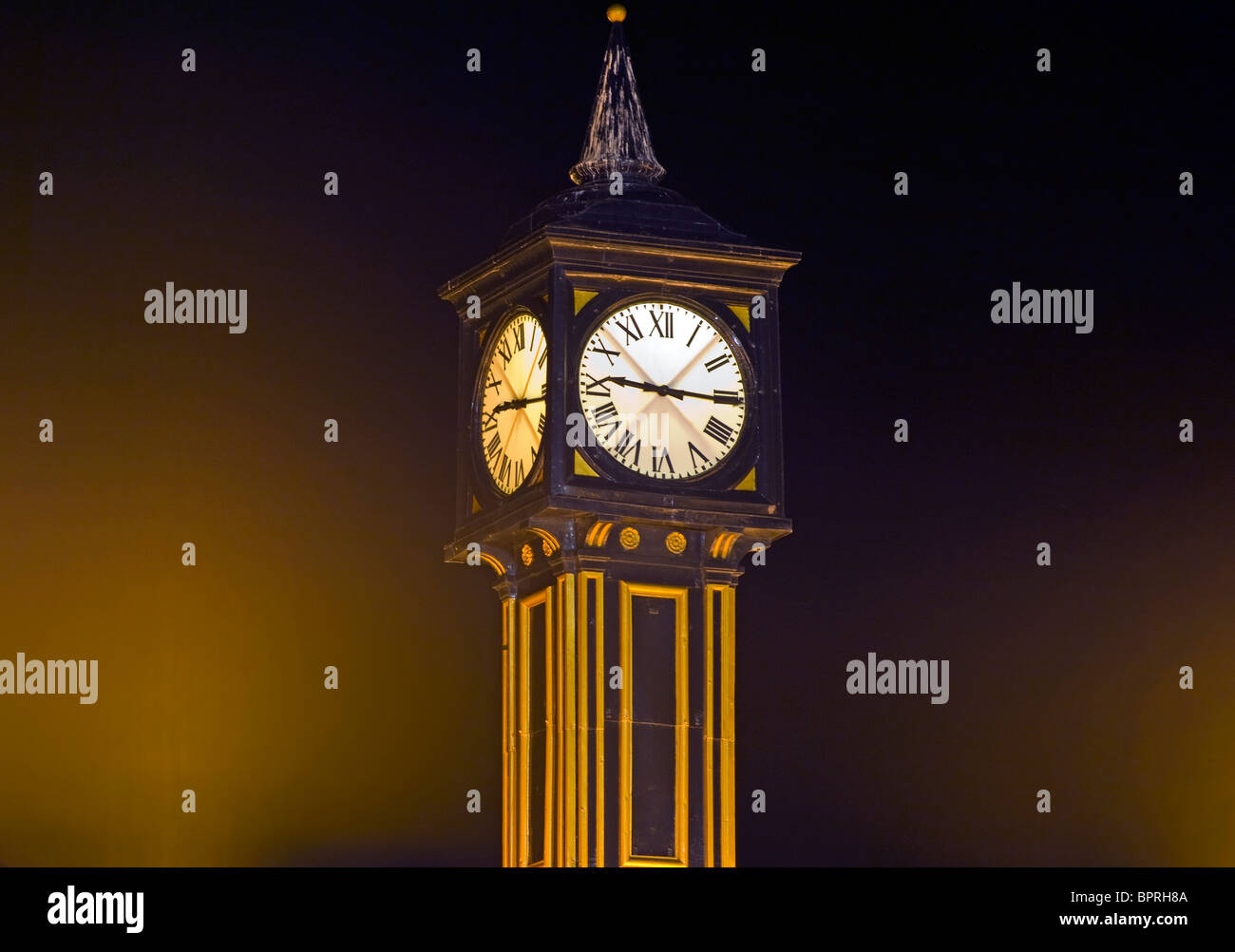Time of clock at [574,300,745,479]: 9:15
